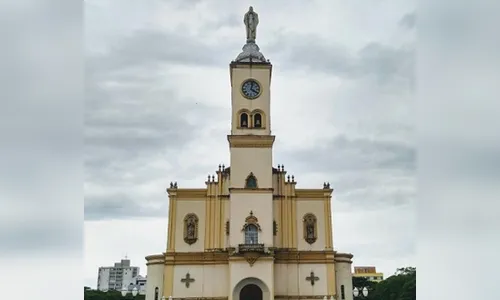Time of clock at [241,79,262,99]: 4:02
